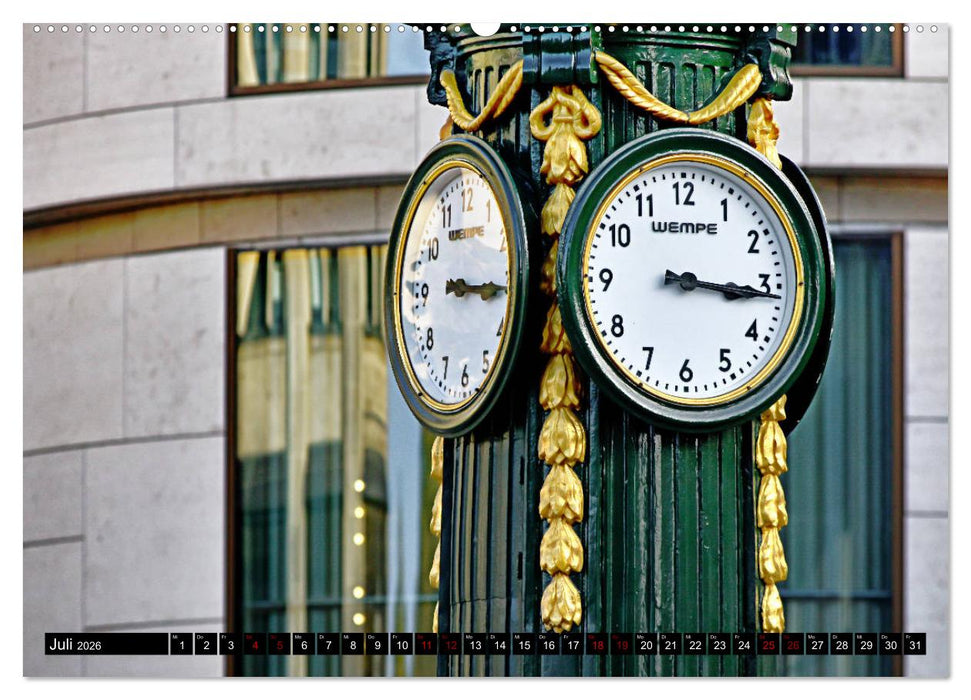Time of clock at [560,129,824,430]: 3:15
